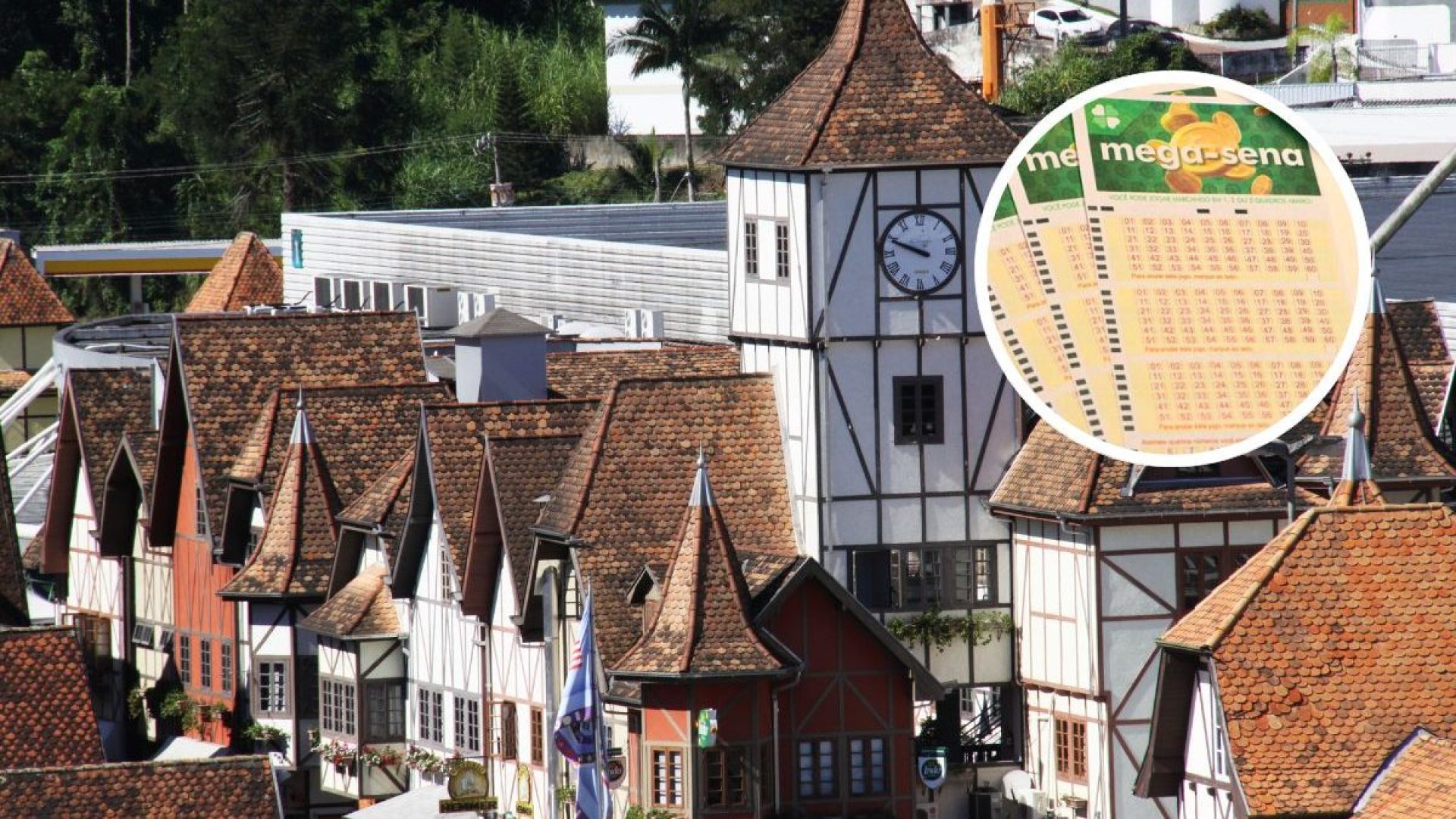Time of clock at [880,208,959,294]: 9:48
